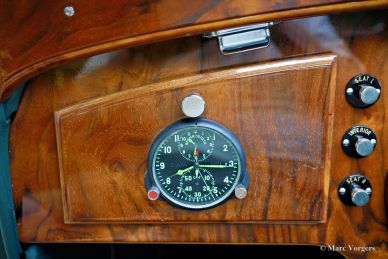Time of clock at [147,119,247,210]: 8:15
